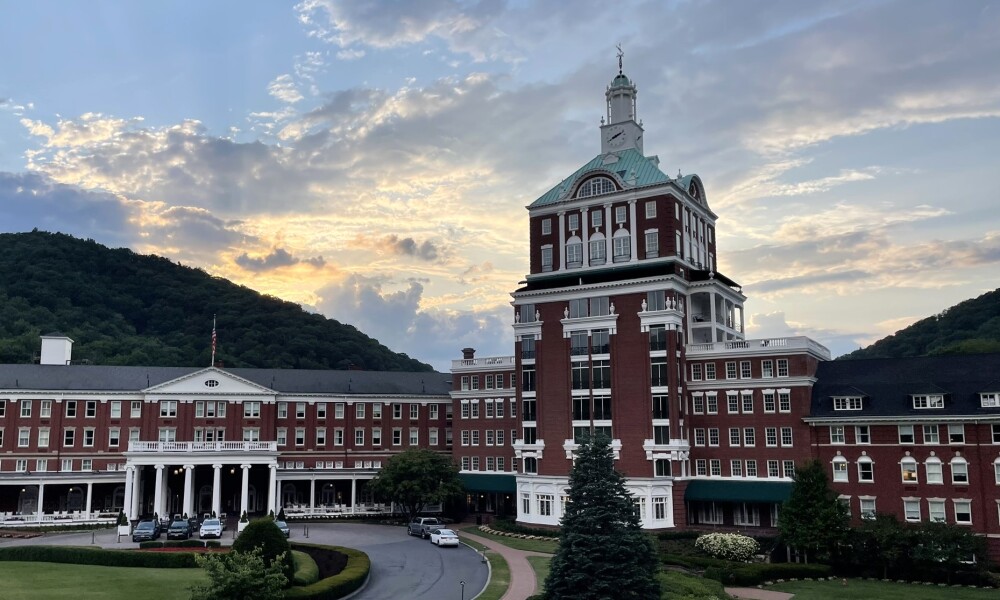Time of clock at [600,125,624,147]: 8:11
